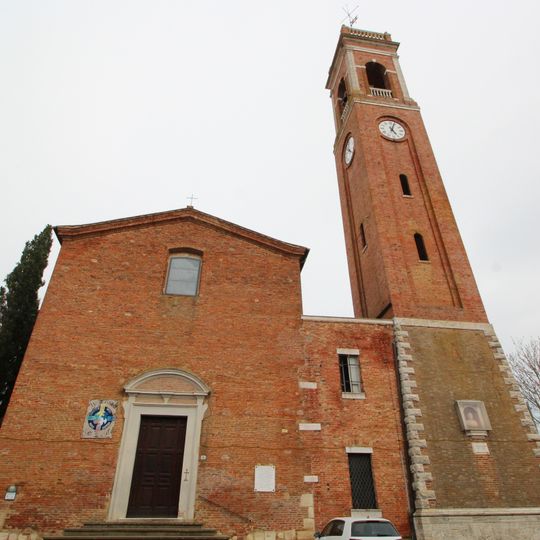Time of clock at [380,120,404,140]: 5:03
